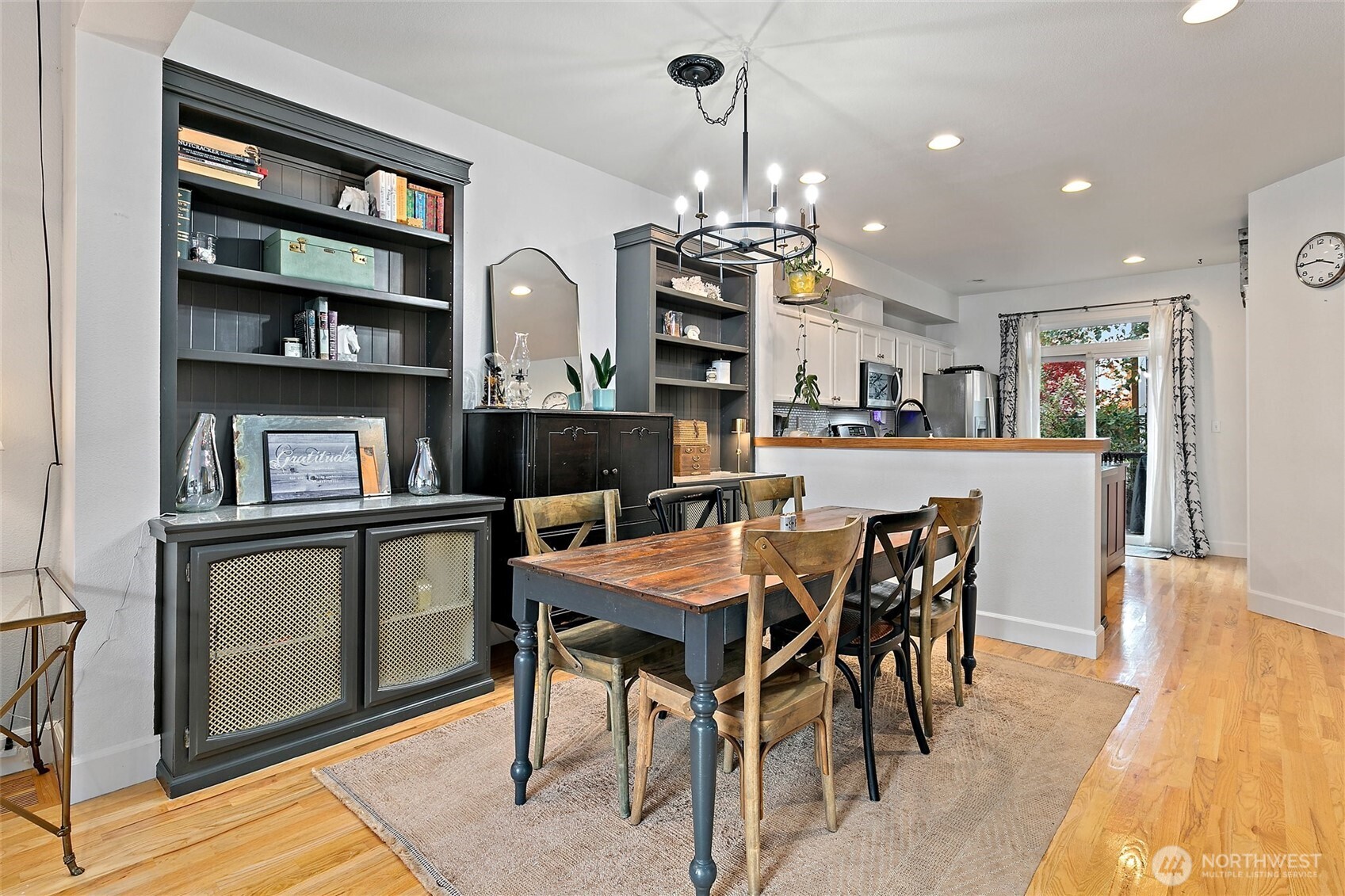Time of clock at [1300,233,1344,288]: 3:44
